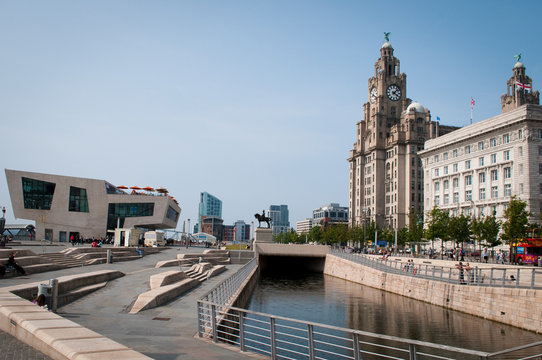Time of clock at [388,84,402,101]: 4:07
